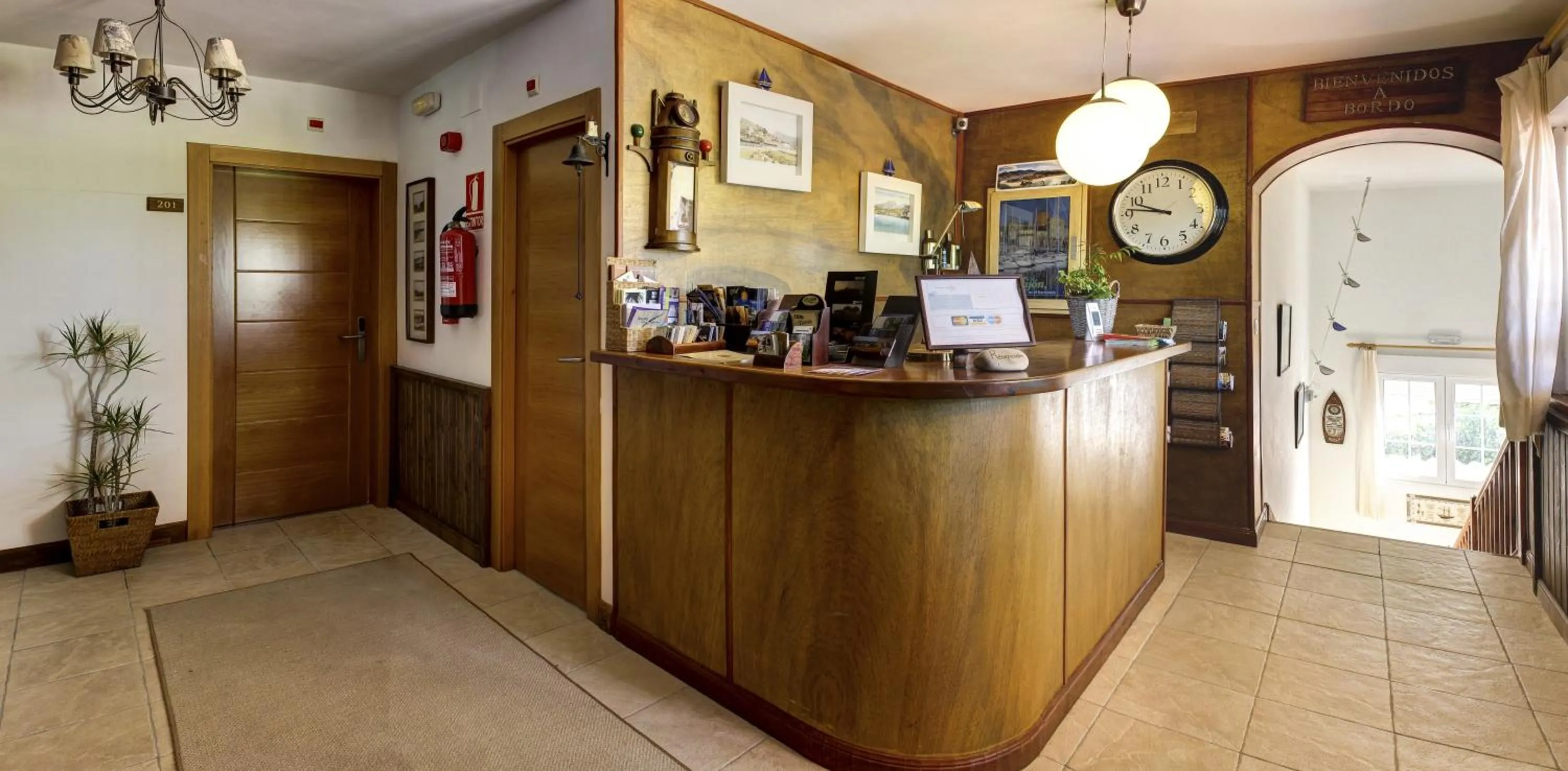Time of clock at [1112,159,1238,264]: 9:46
